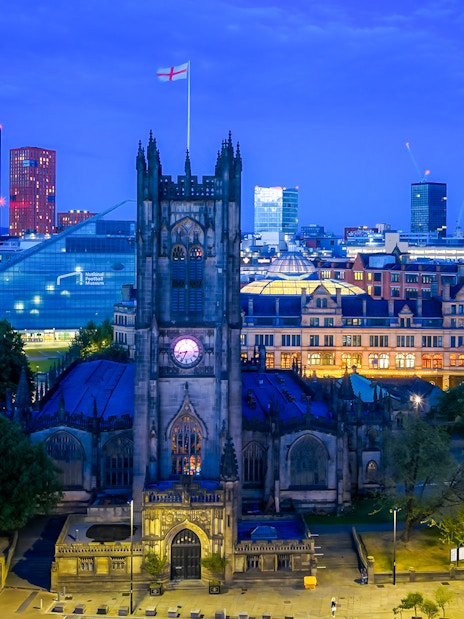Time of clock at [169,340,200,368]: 8:34
